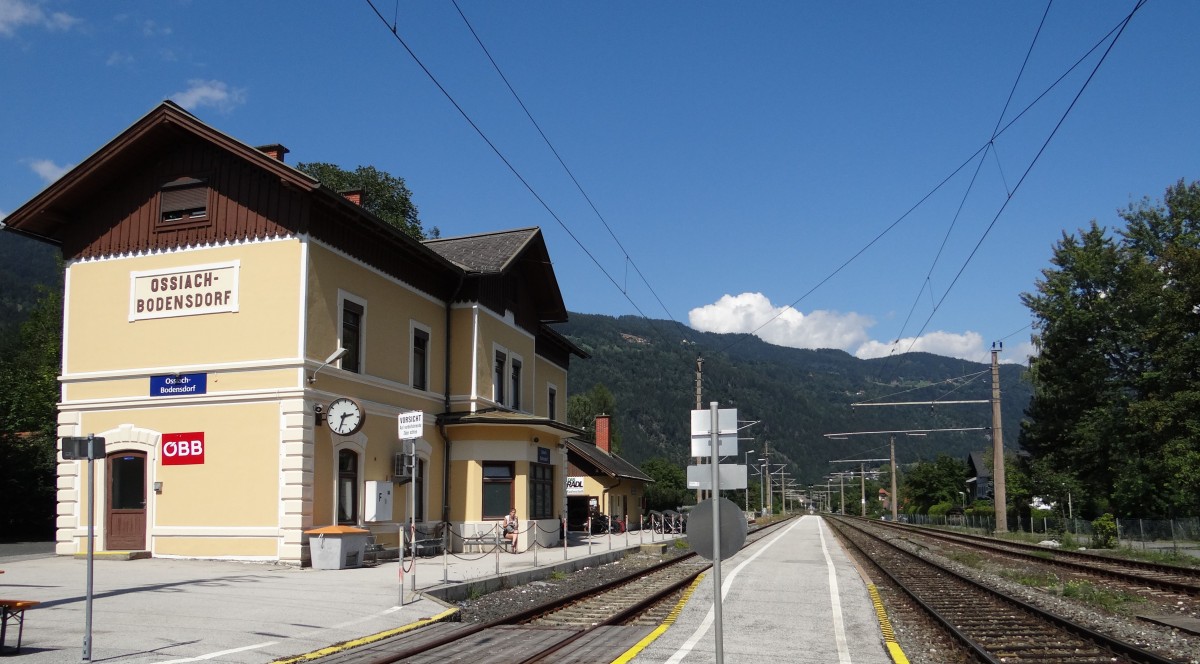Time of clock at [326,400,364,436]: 2:32
